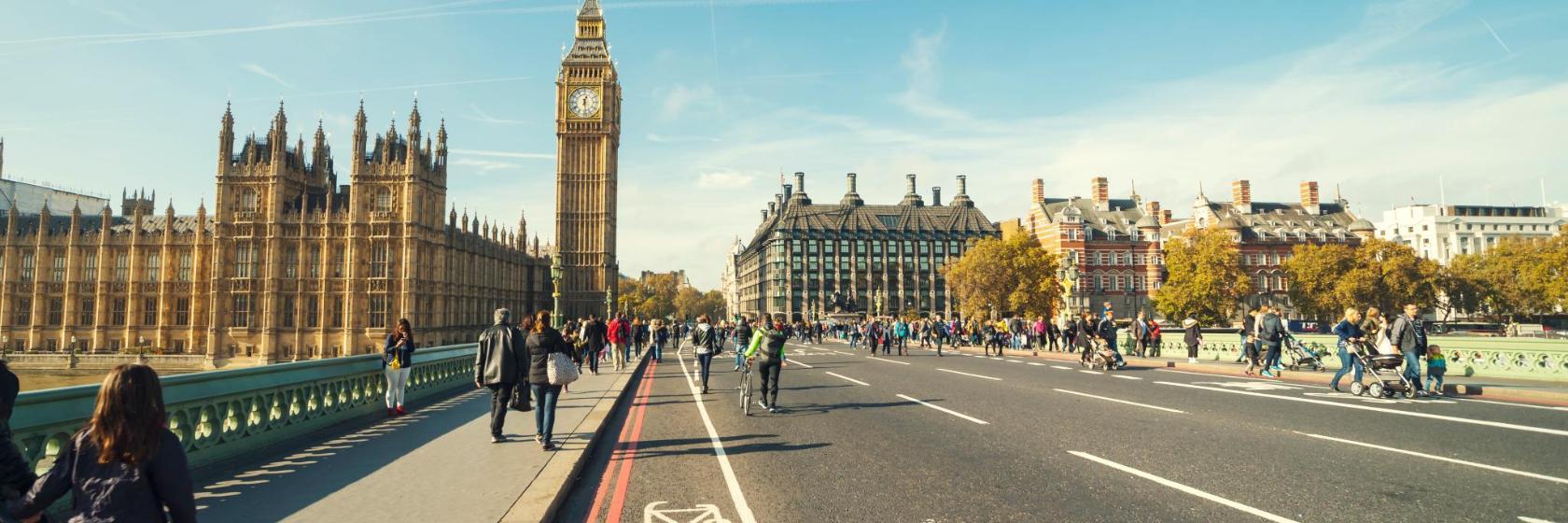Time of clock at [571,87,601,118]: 12:28
